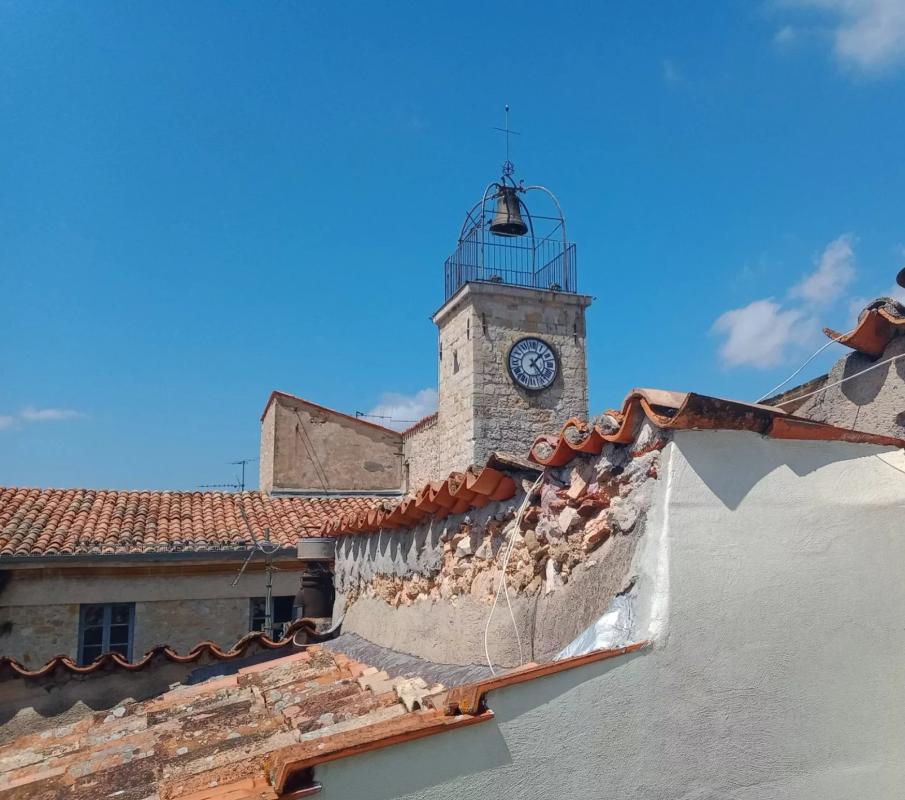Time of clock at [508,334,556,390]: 1:23
